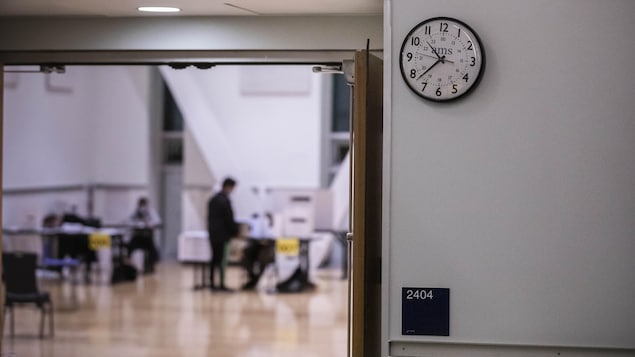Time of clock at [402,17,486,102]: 10:37
